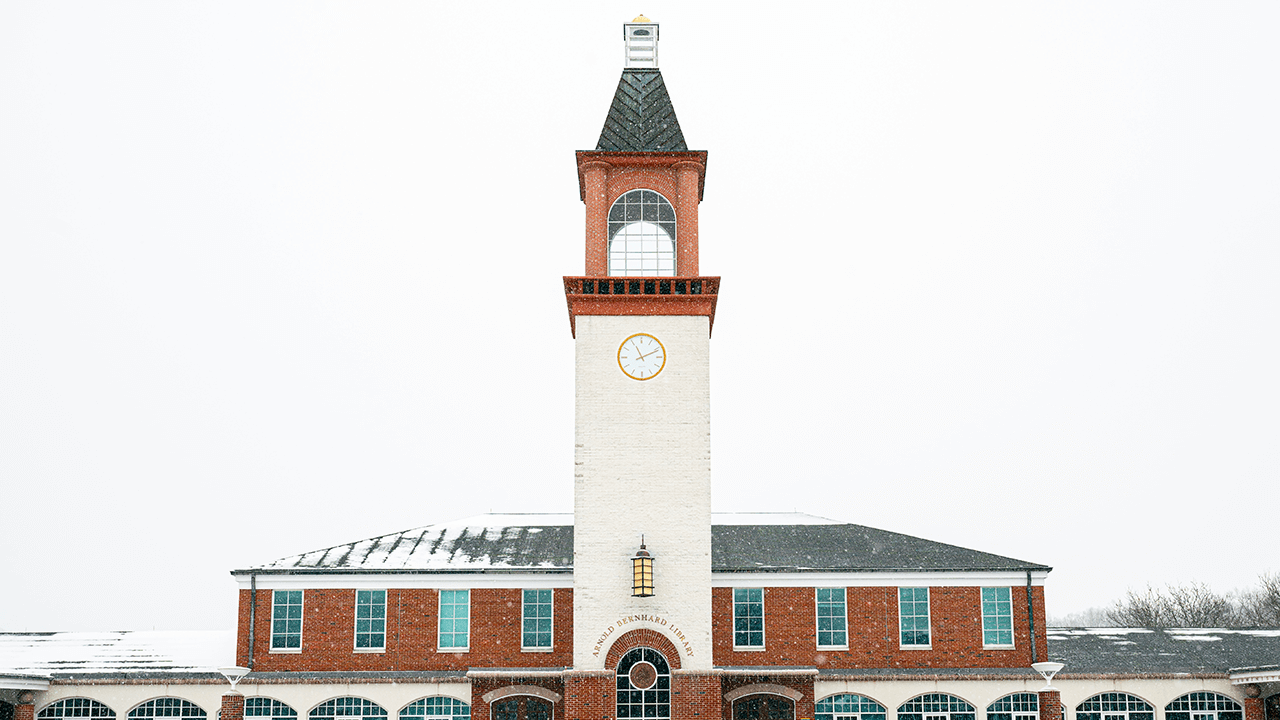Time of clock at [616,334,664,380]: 11:11
